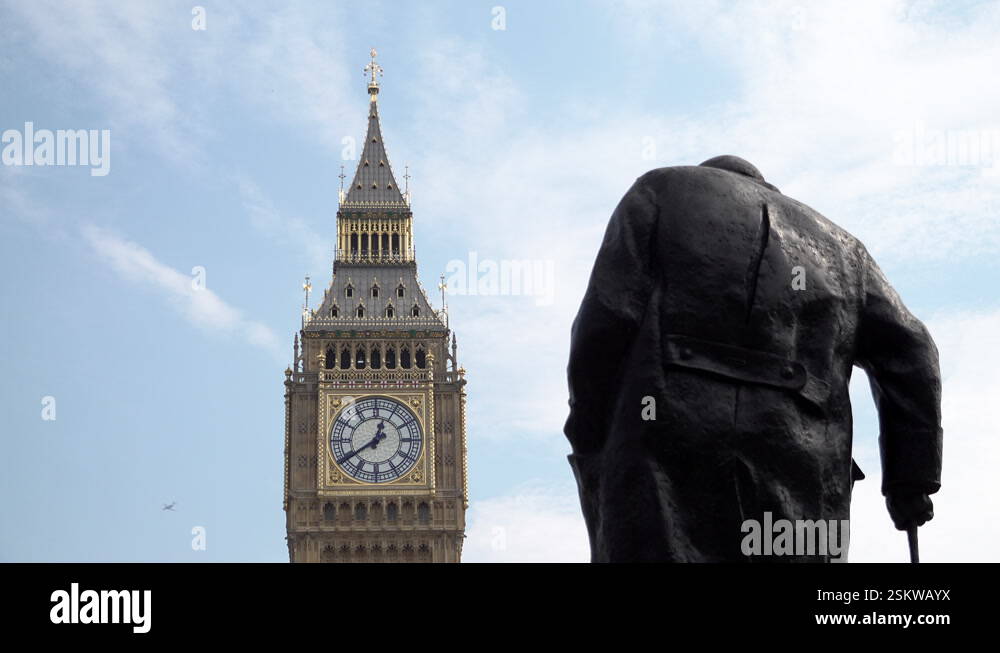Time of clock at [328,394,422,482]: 12:39
